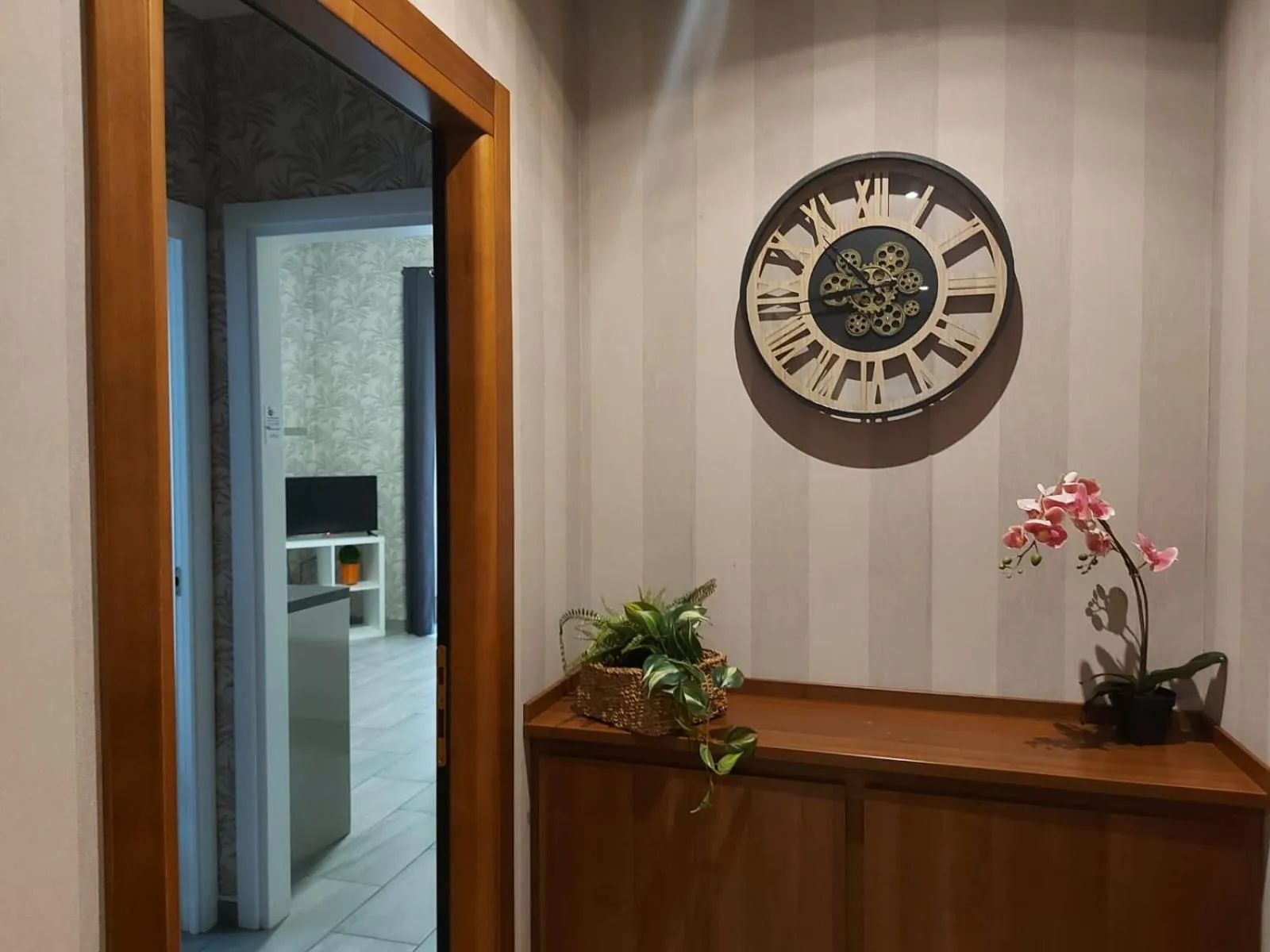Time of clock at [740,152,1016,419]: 10:45
